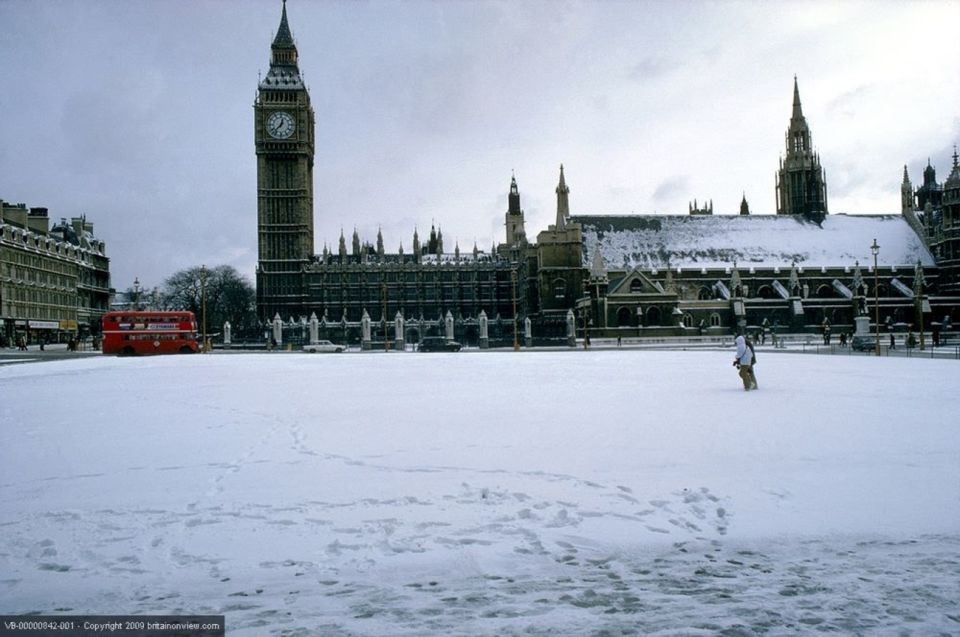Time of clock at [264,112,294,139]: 12:37
